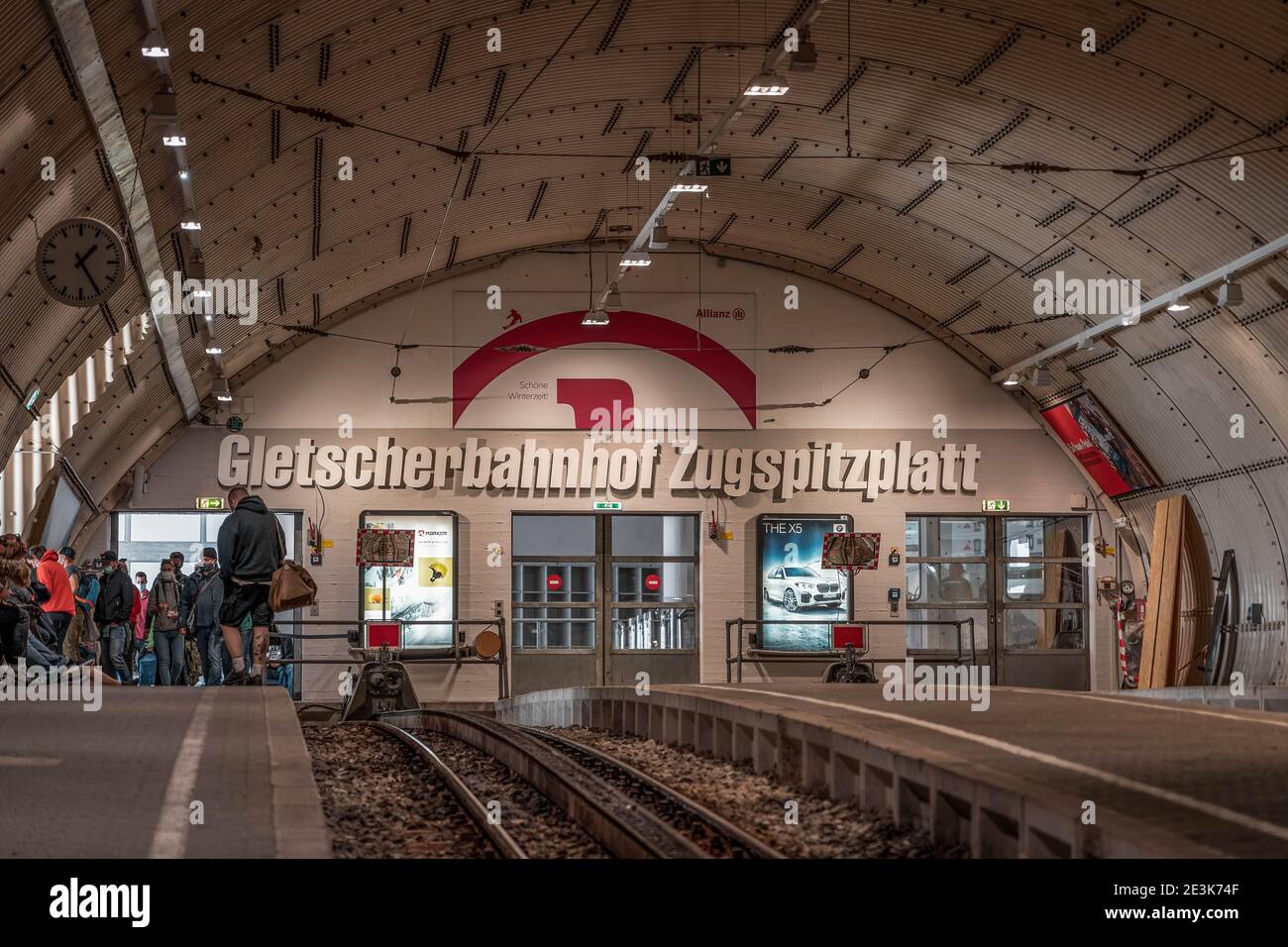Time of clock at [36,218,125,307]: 1:24
